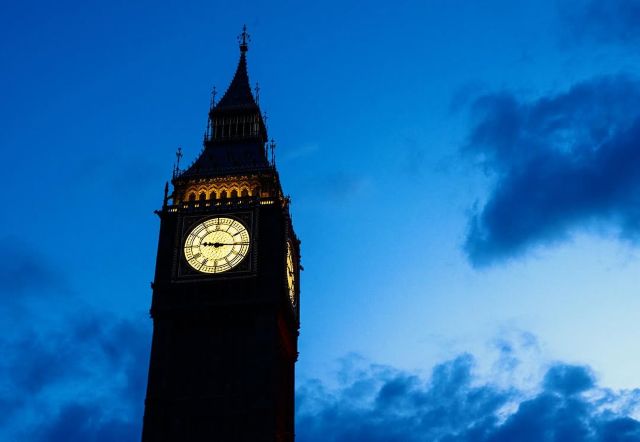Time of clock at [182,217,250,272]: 9:15
